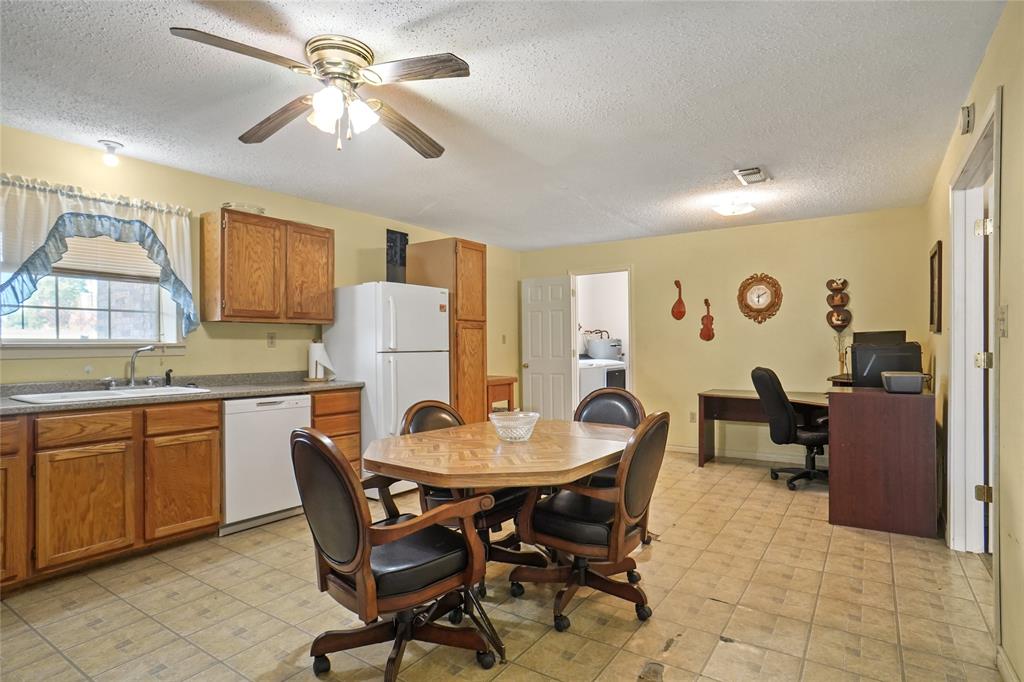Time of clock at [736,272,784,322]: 6:10
